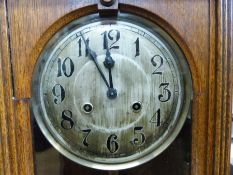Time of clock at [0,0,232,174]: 11:55
